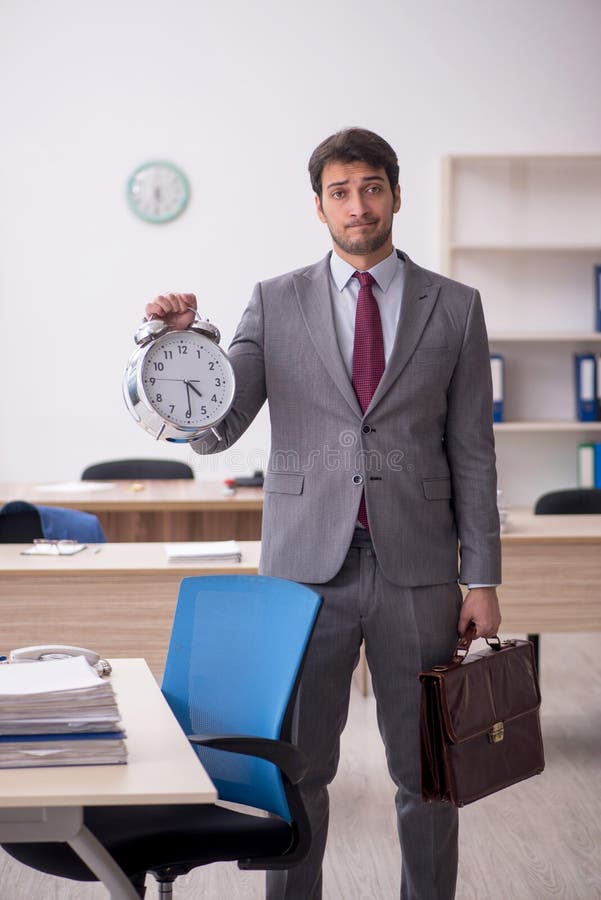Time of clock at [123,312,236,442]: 4:29
